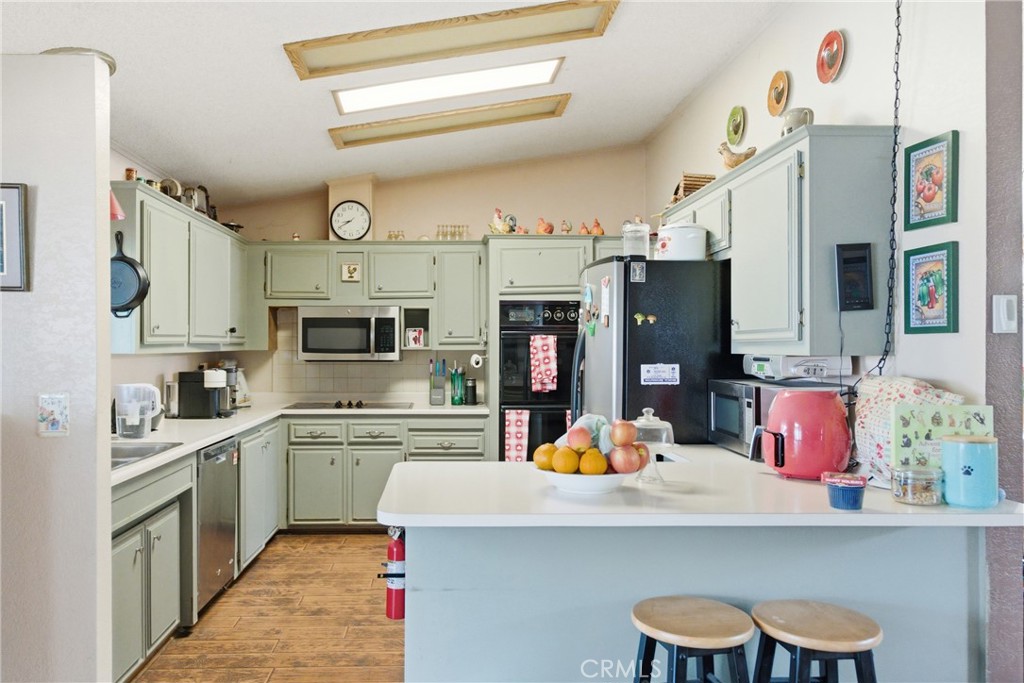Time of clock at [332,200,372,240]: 8:40
